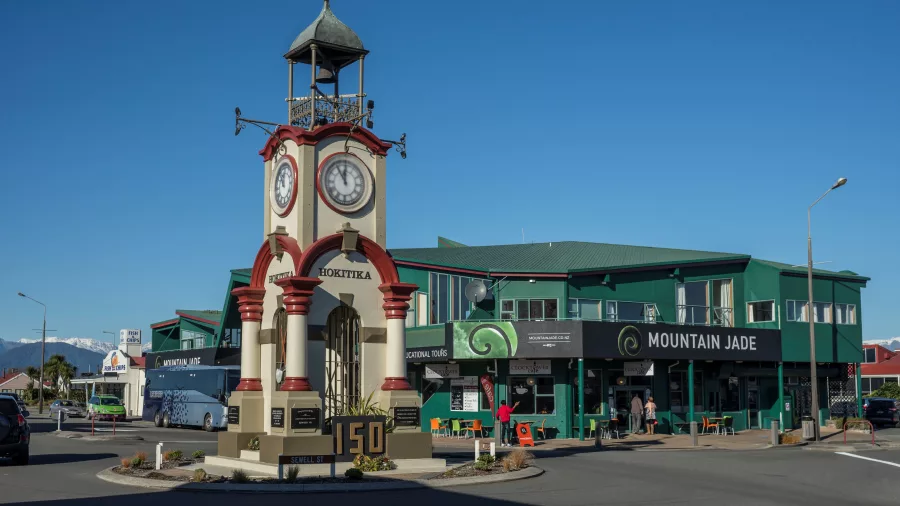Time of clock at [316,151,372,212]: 11:54
